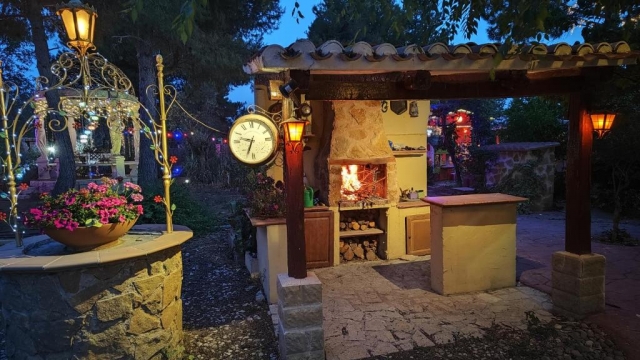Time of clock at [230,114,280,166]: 9:33
